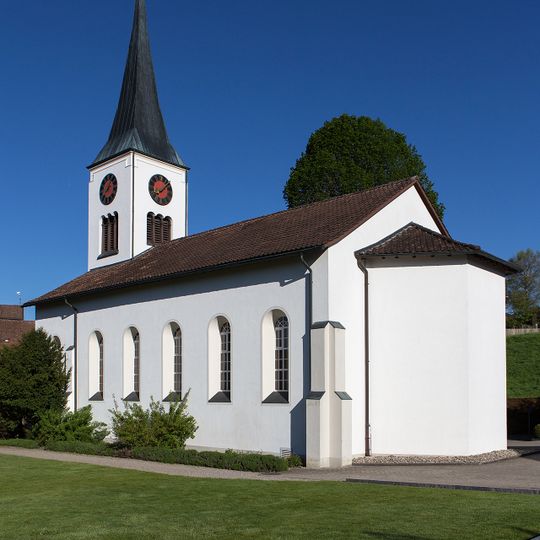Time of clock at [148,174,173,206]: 8:07
